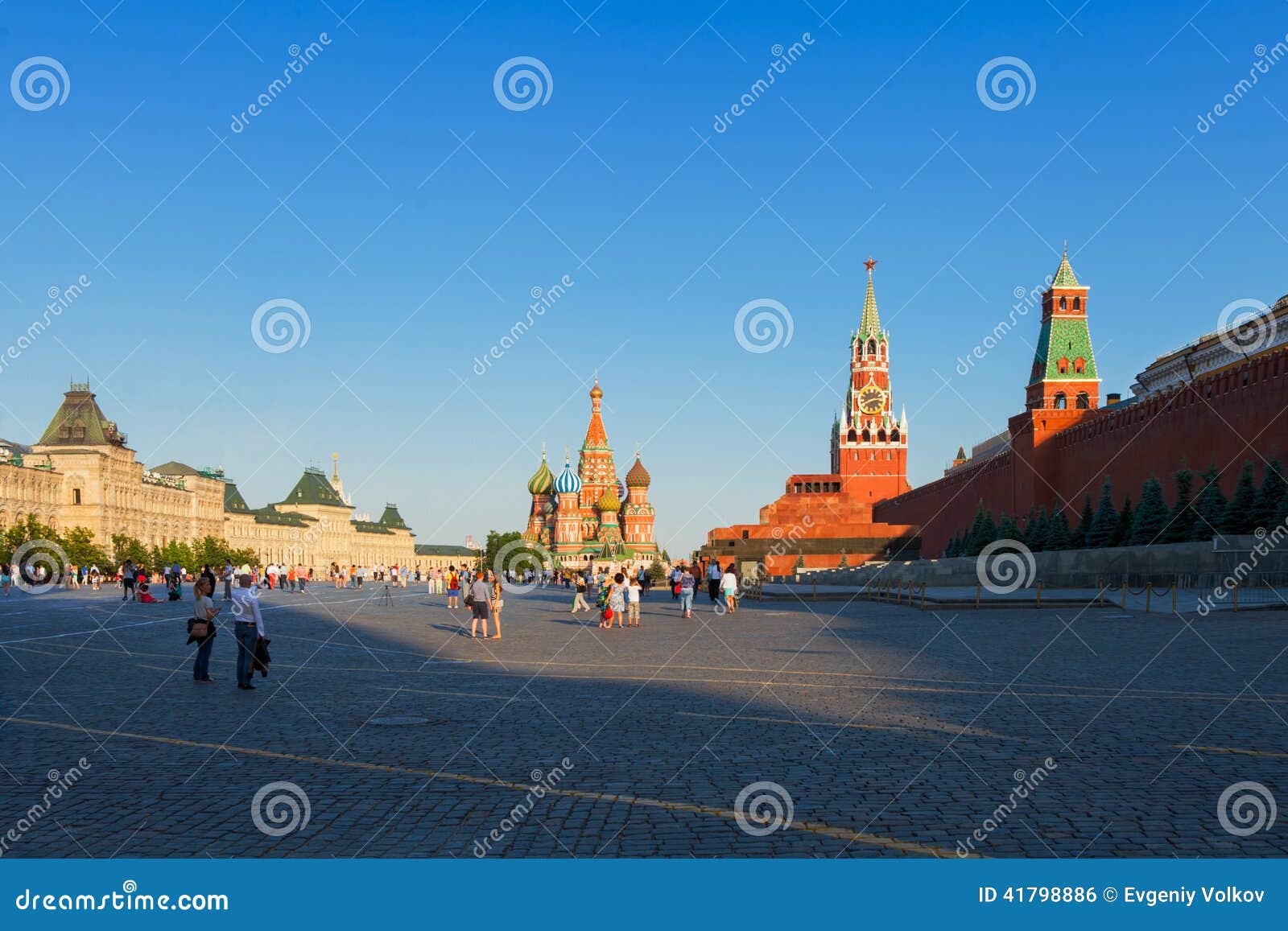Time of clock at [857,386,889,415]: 2:40
